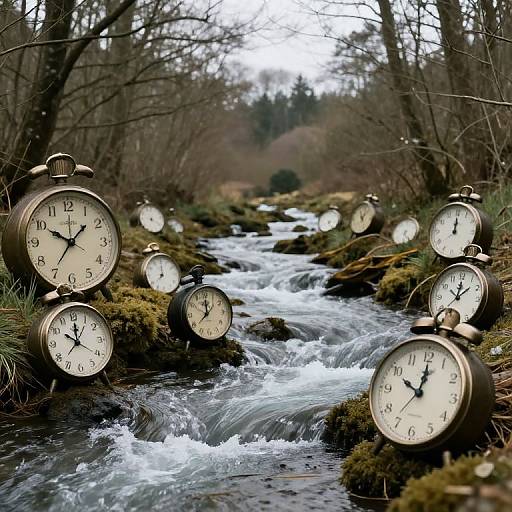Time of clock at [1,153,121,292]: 10:07
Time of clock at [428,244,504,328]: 12:07
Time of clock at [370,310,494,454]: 10:00
